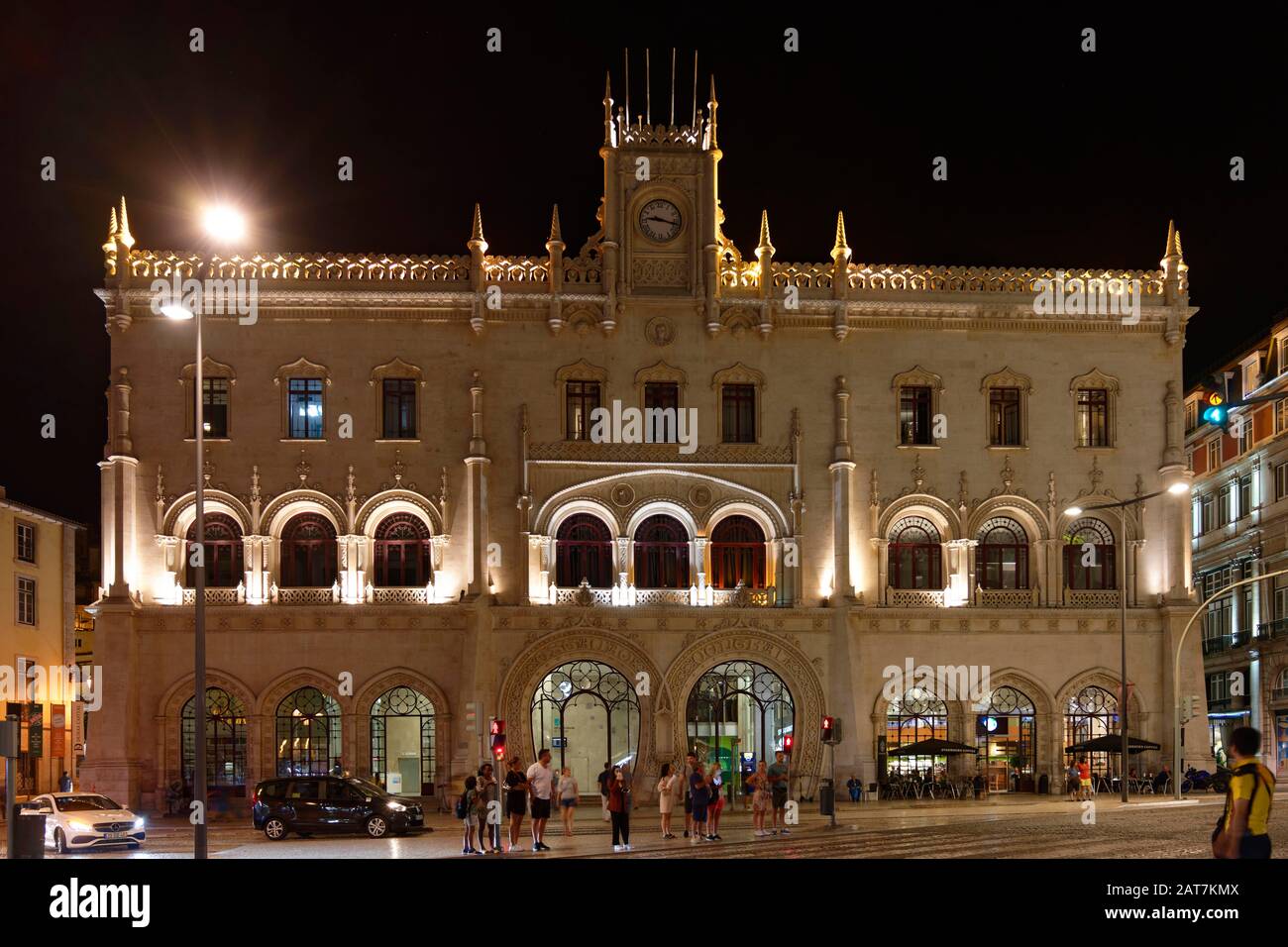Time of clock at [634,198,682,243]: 9:17
